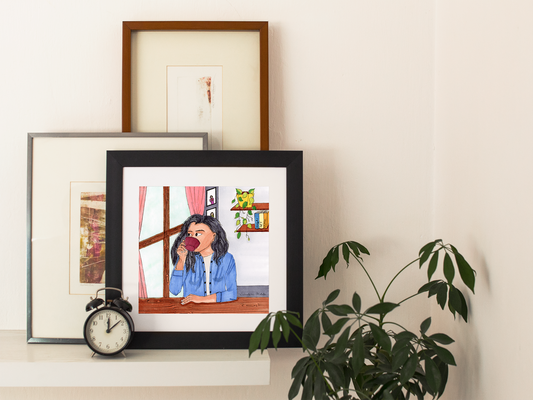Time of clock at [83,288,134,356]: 12:08
